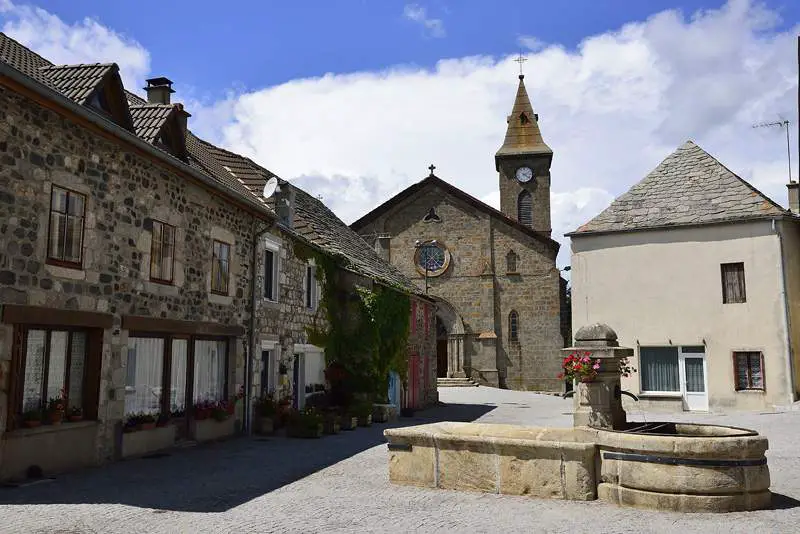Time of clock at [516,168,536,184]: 2:21
